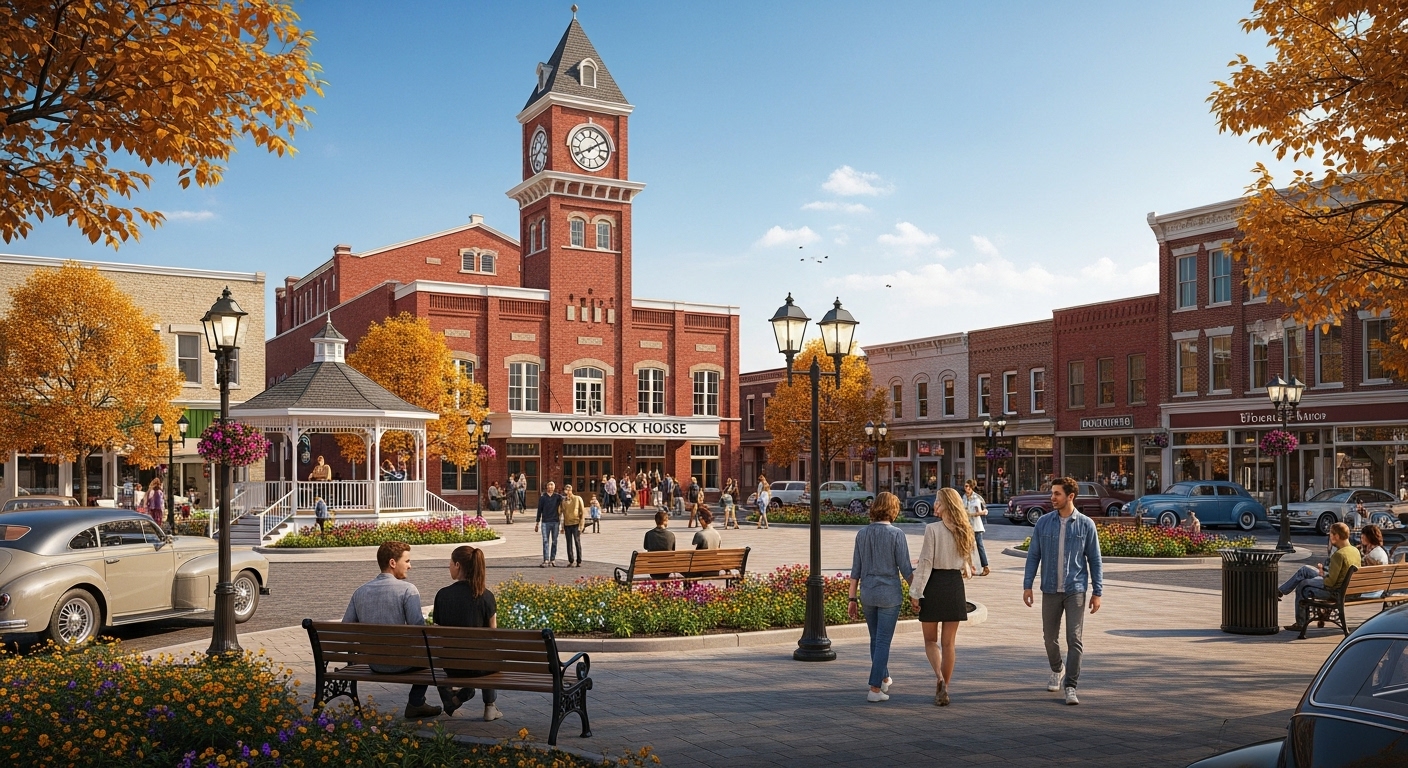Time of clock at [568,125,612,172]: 8:09
